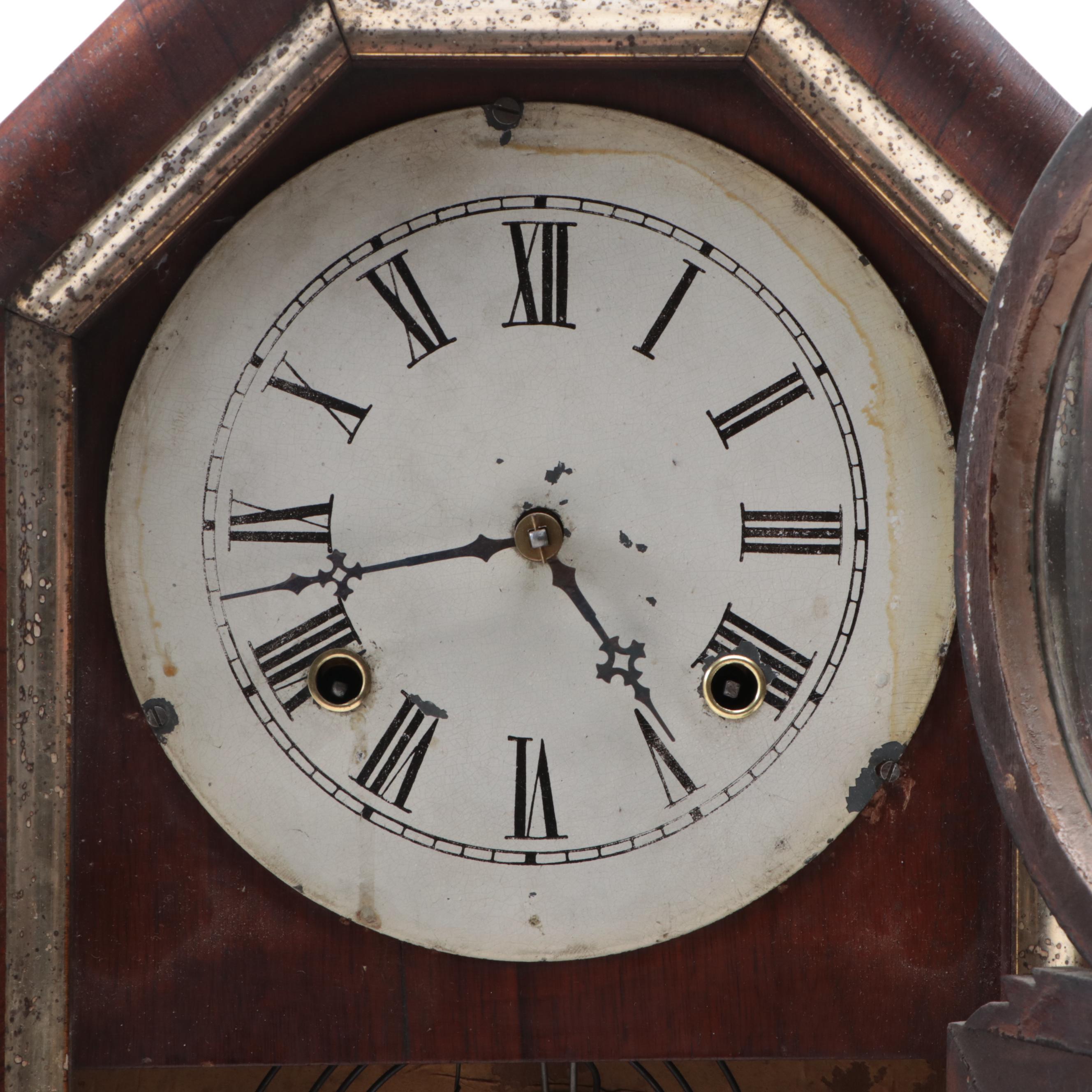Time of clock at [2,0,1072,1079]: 4:42
